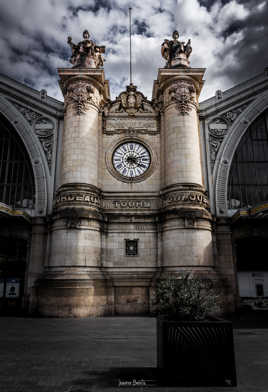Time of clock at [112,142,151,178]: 4:12
